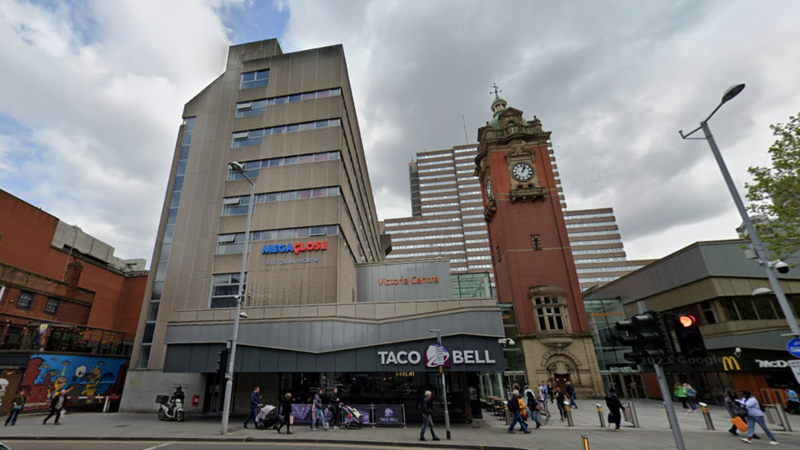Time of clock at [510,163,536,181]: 1:03
